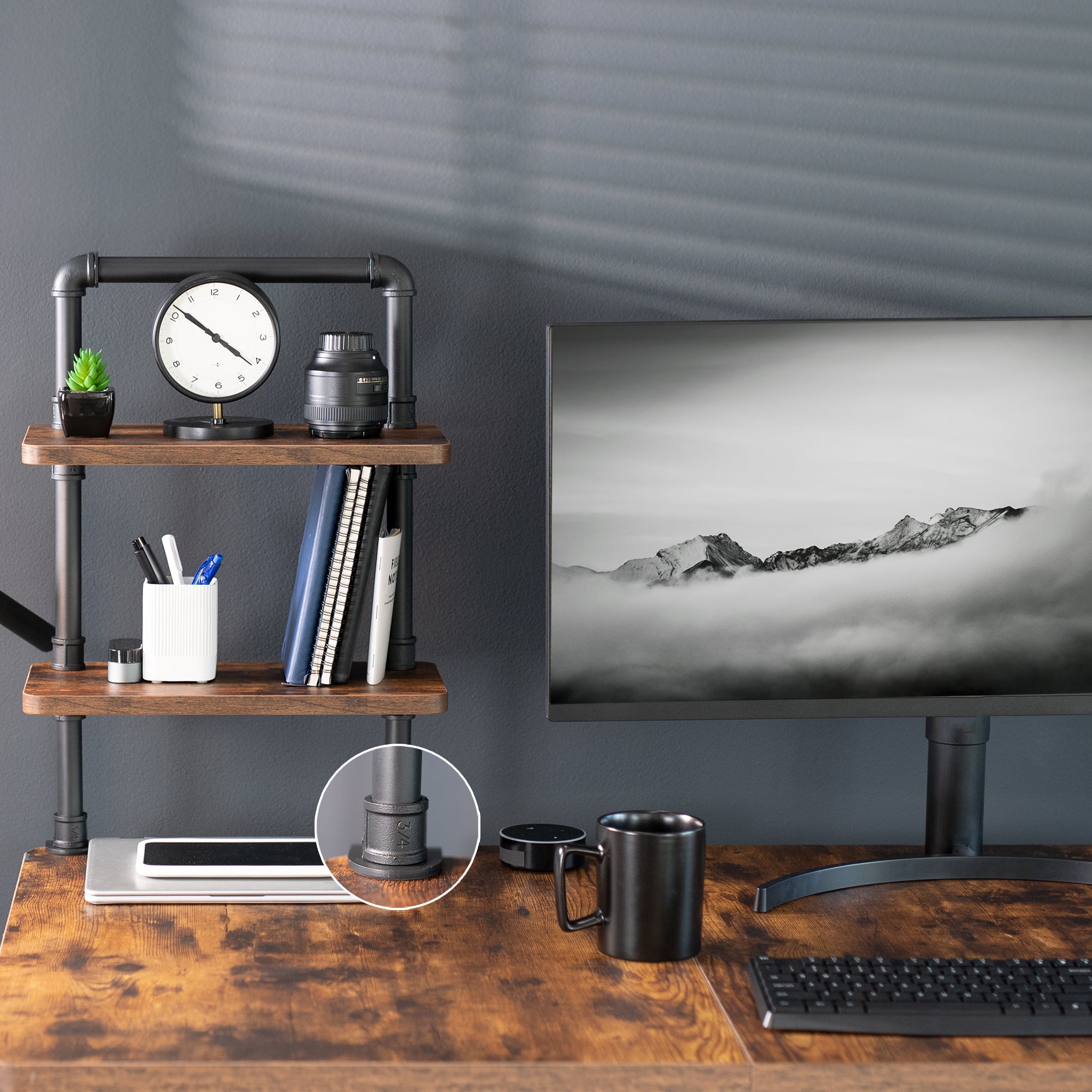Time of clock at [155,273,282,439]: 10:21
